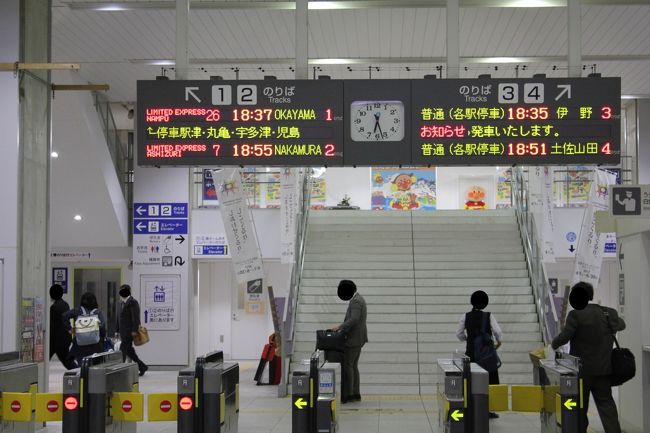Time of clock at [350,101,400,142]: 6:27
